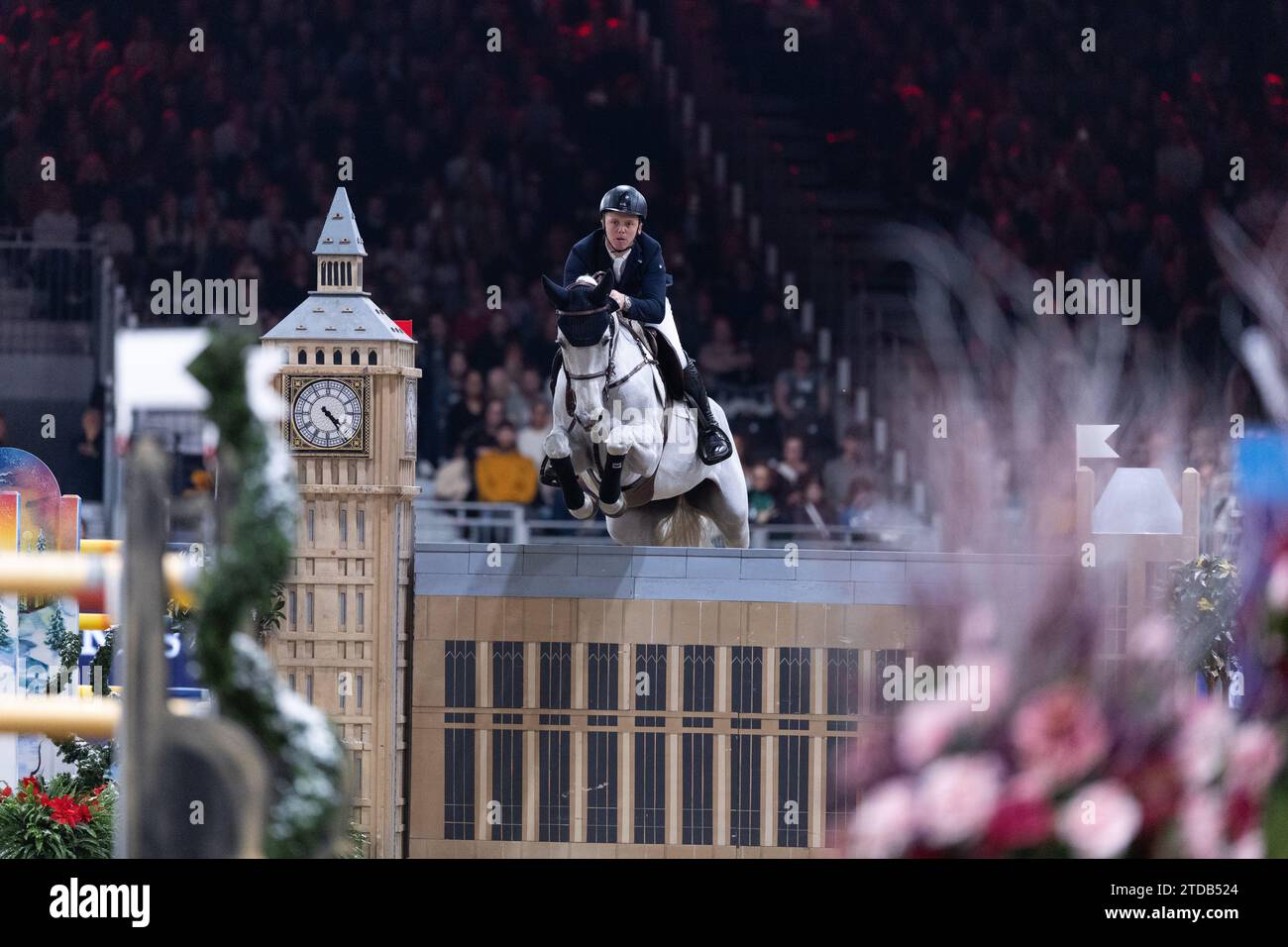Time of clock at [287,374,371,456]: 4:23
